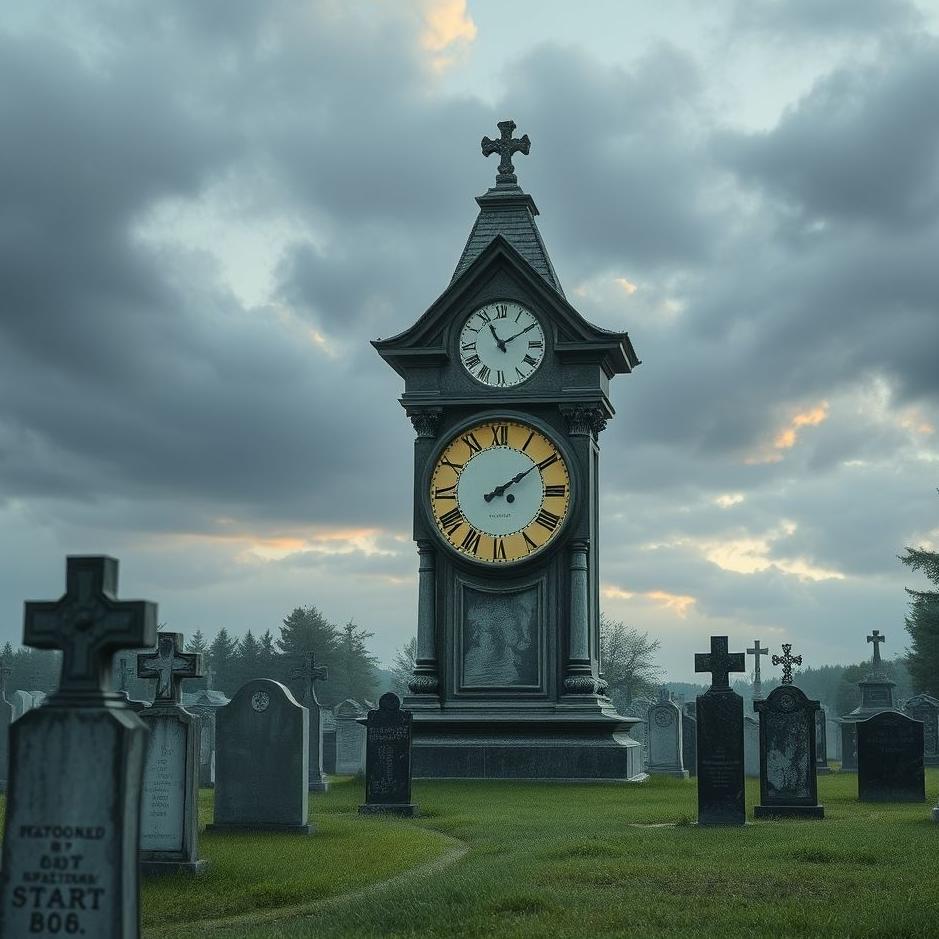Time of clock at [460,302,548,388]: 11:09
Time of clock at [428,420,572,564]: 2:09
